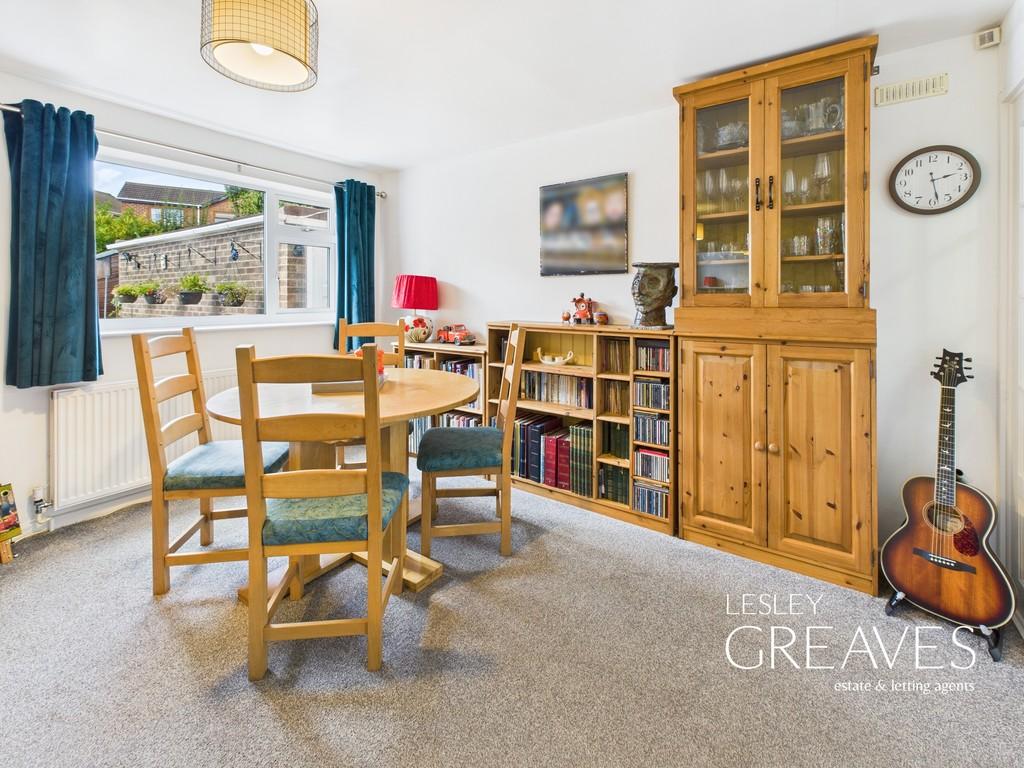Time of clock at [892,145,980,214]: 2:28
